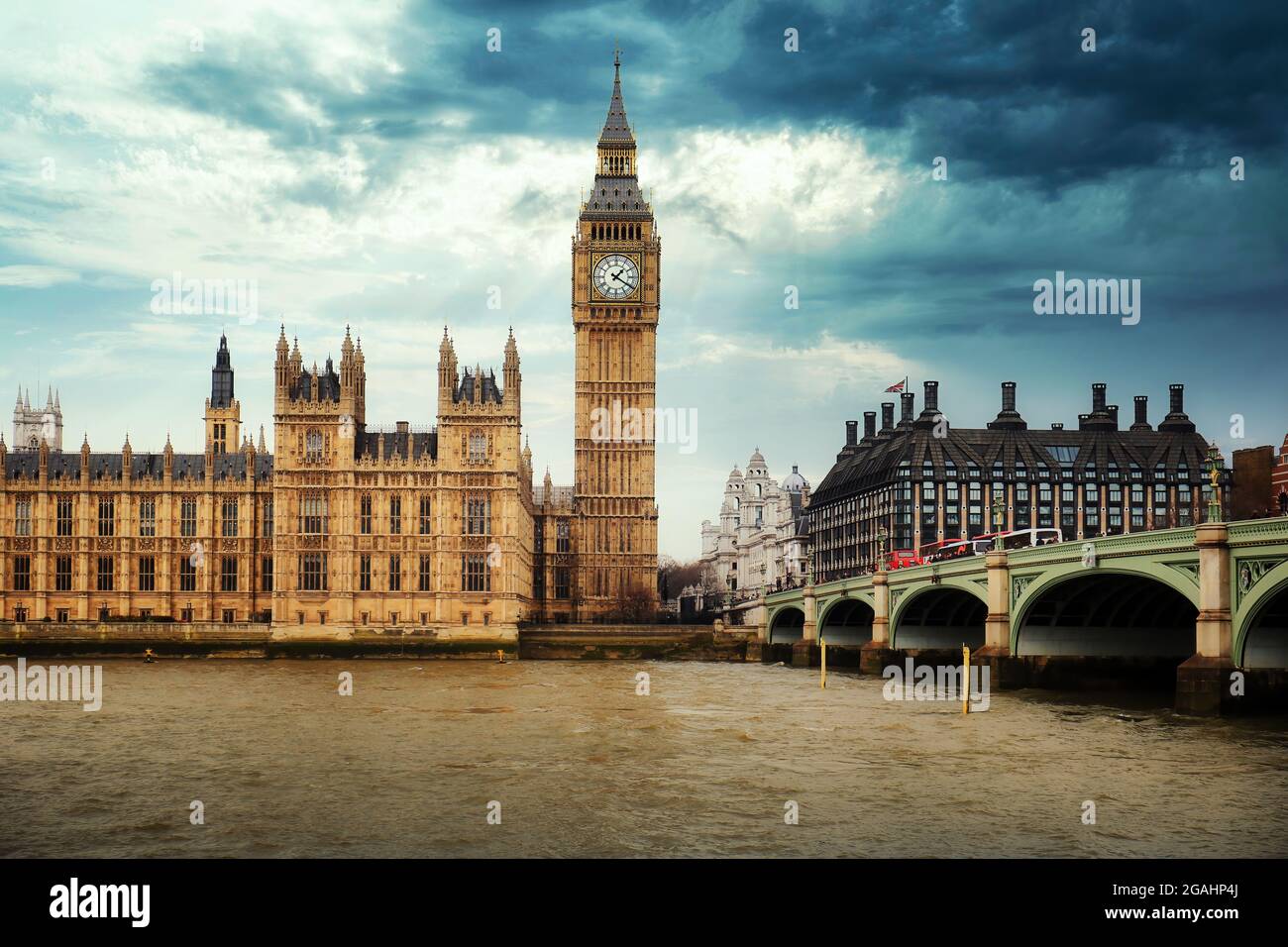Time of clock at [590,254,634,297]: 1:20
